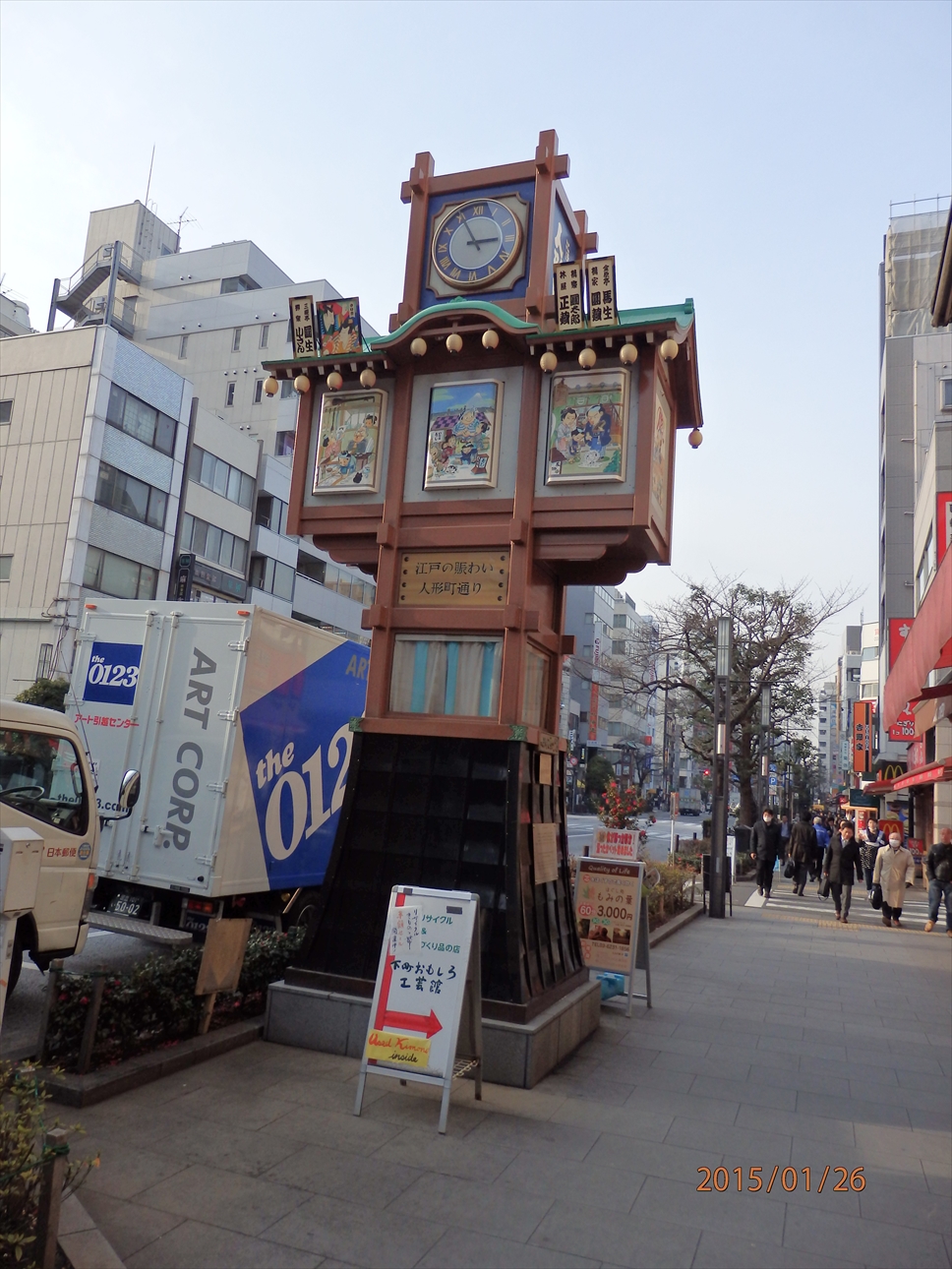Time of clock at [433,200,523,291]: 2:55
